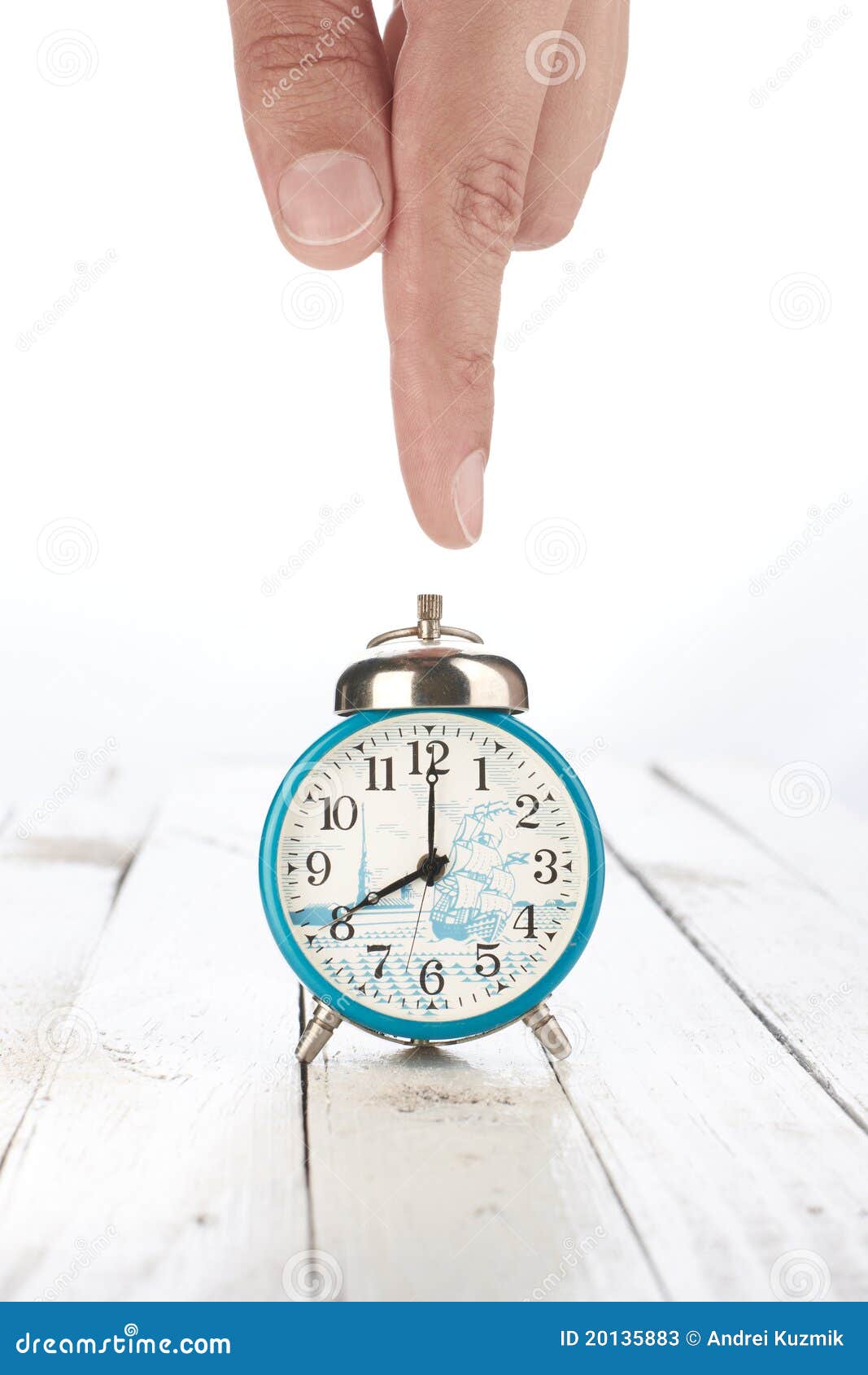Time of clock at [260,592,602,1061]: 8:00
